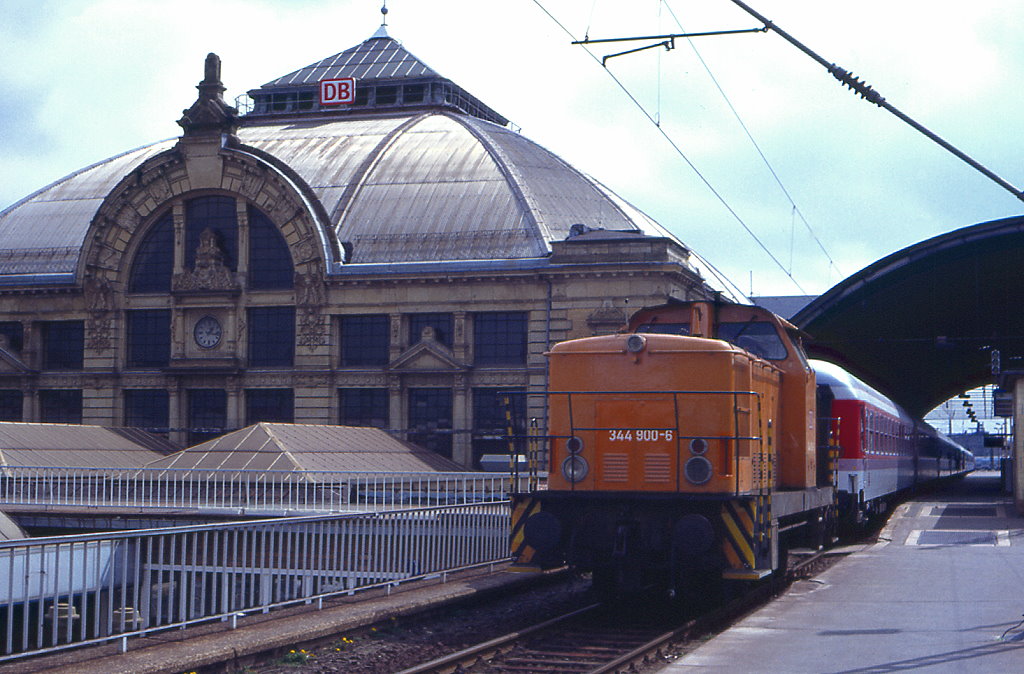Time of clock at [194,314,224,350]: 1:16
